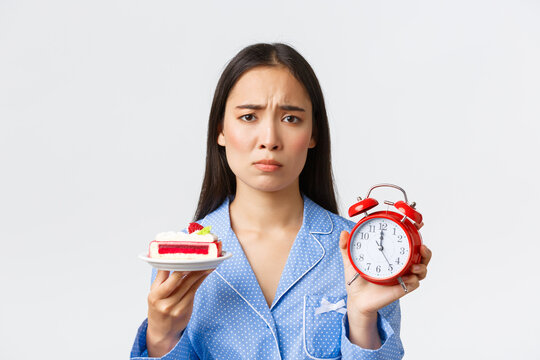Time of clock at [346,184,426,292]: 11:59
